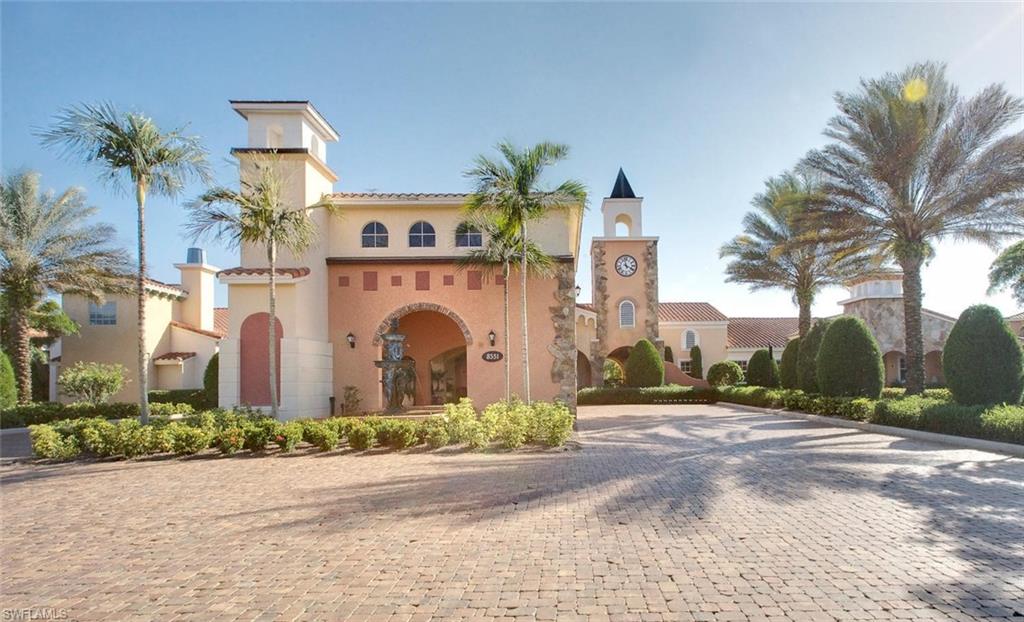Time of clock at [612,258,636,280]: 3:58
